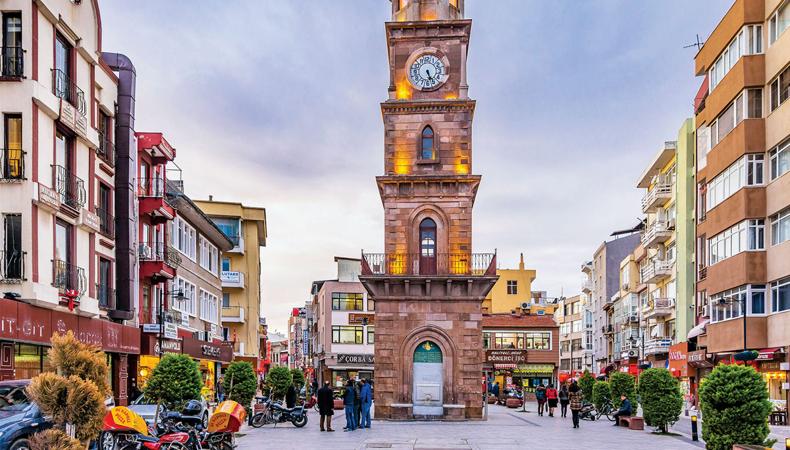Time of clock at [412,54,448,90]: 5:26
